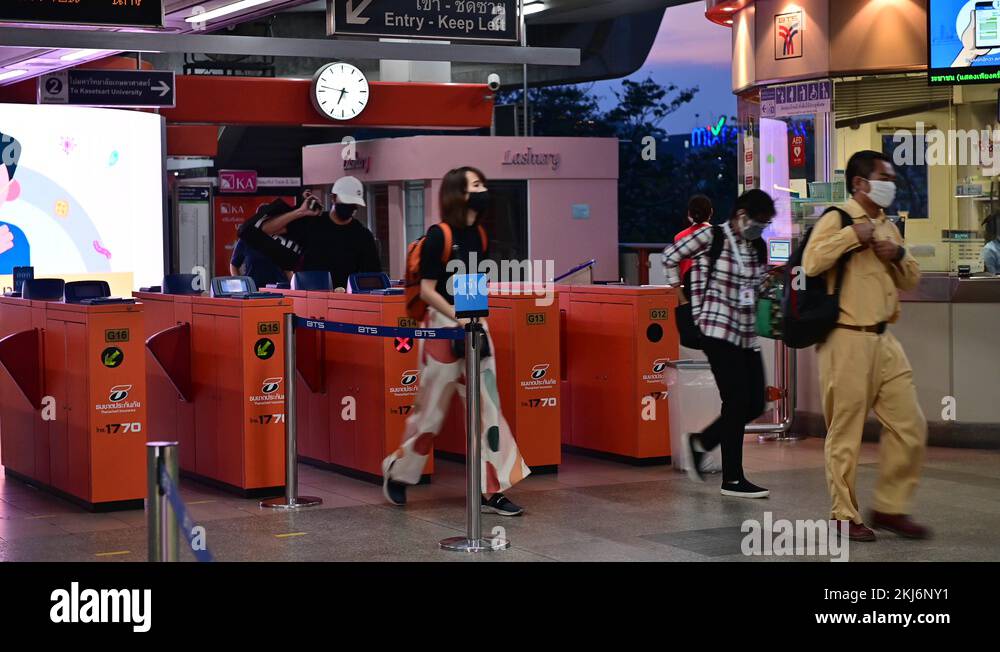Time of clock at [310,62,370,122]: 6:47
